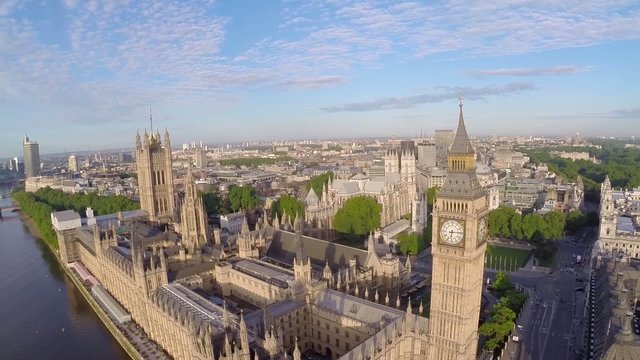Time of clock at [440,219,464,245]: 6:14
